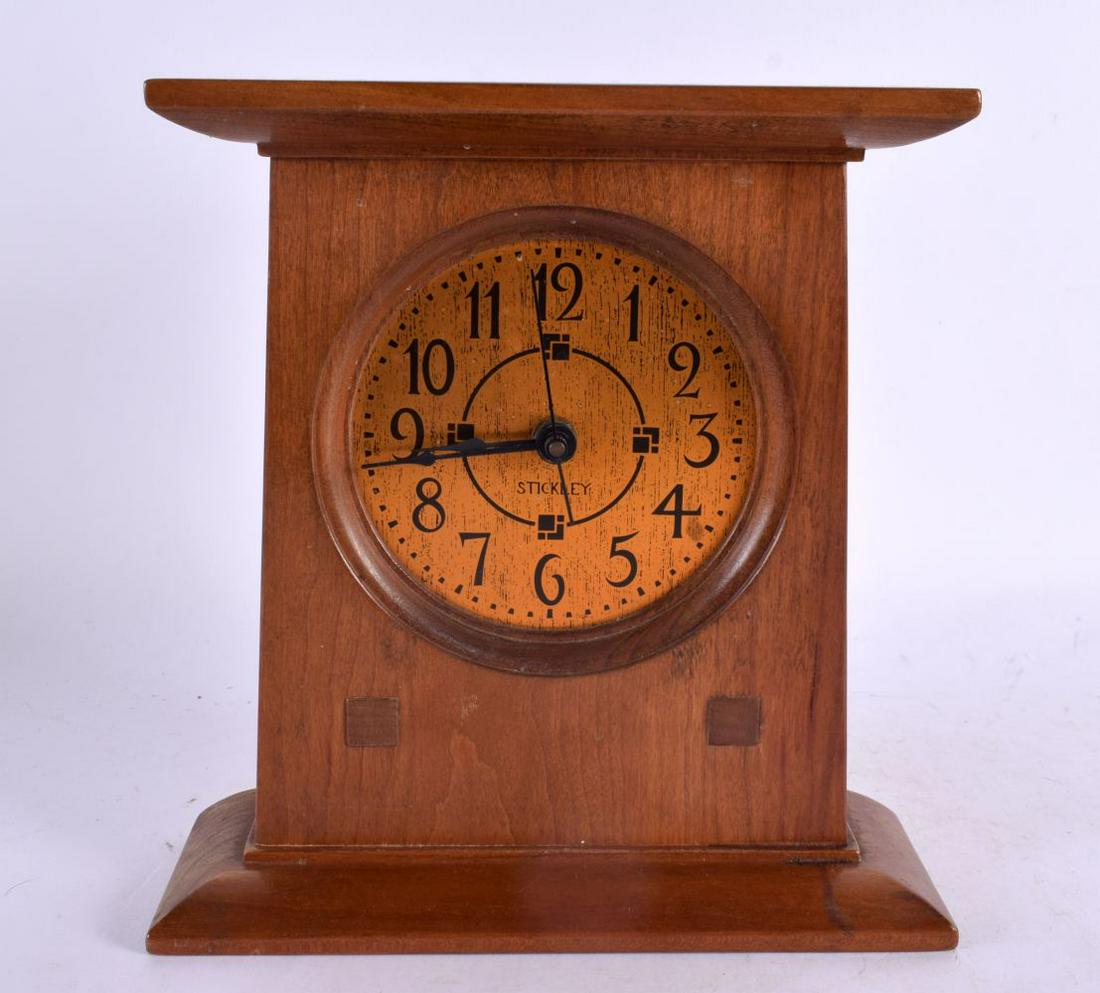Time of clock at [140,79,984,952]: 8:43
